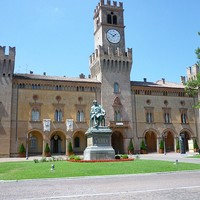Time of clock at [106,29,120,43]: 1:50
